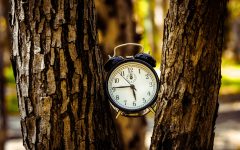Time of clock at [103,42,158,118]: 5:45
